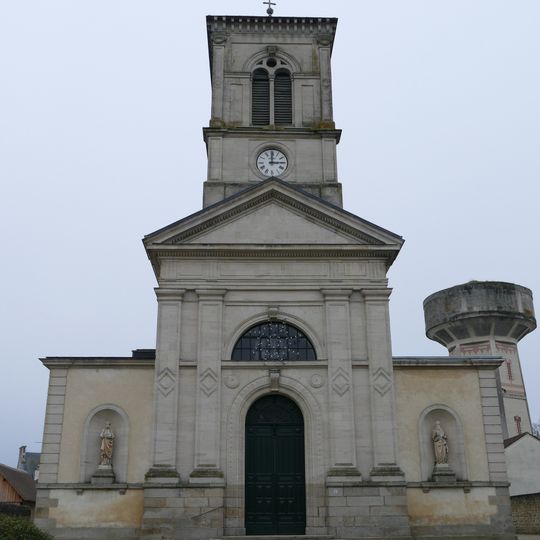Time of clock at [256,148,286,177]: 3:00
